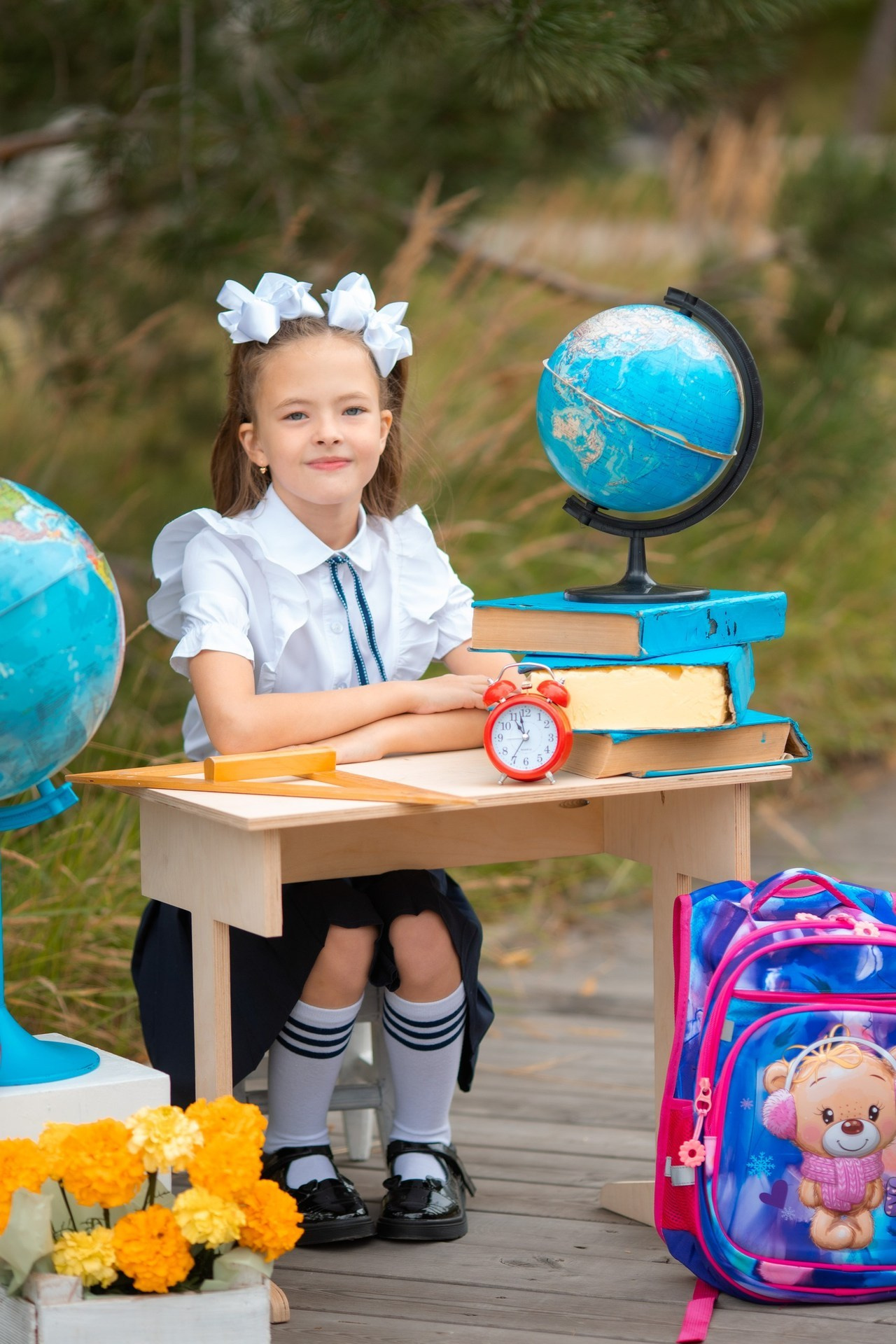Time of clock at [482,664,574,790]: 10:58
